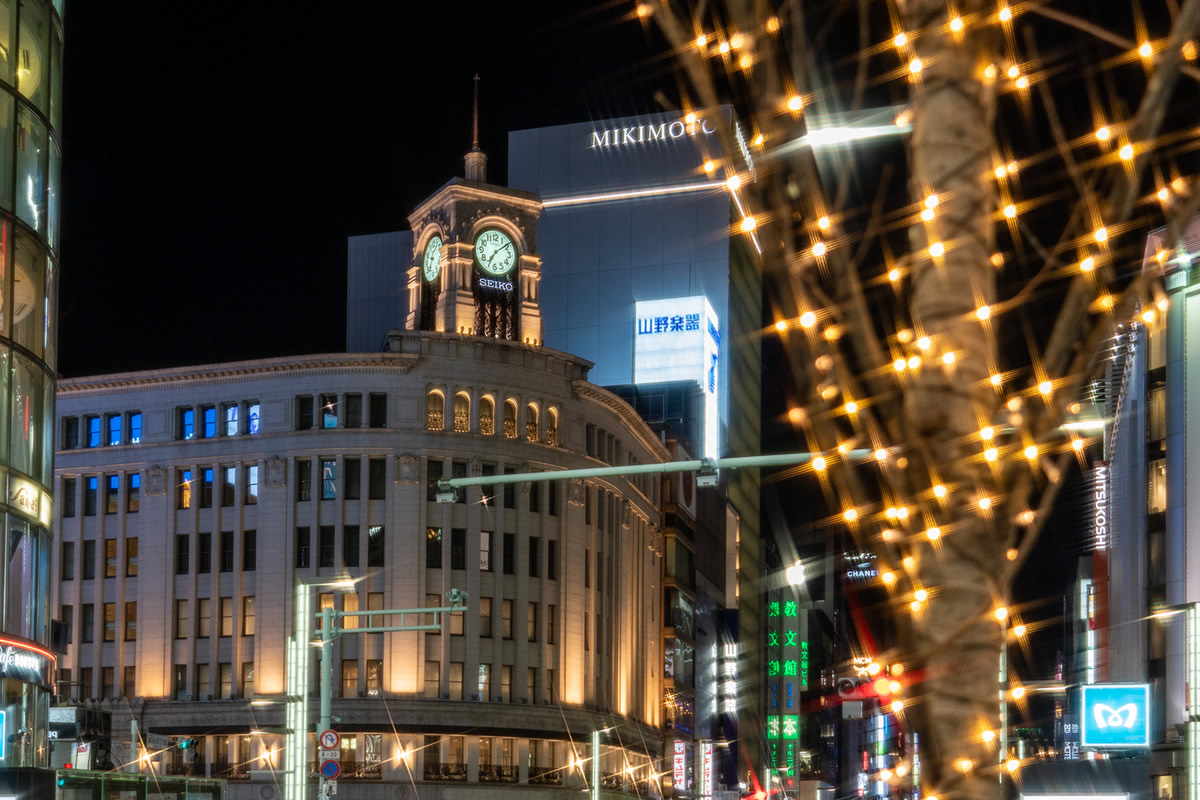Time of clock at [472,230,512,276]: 7:08
